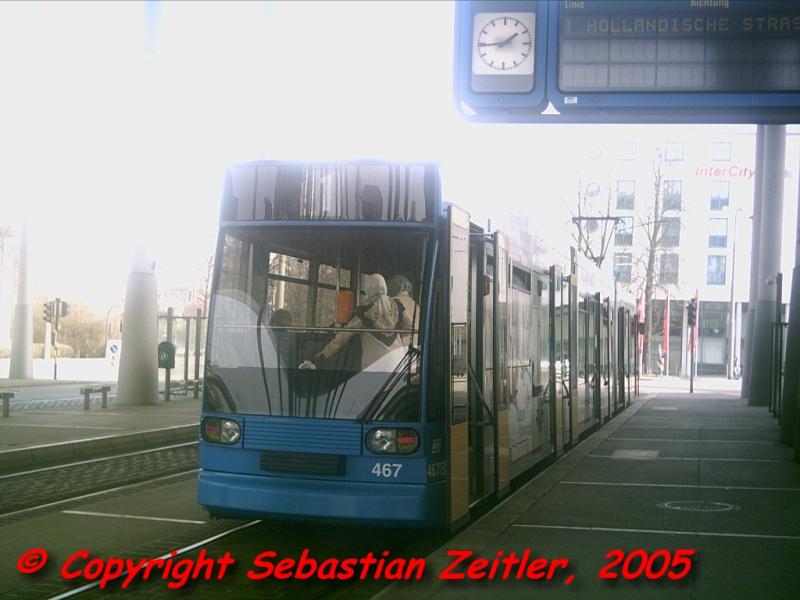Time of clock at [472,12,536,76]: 1:44
